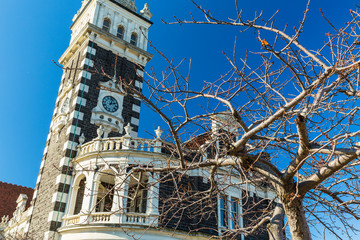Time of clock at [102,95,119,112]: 2:02
